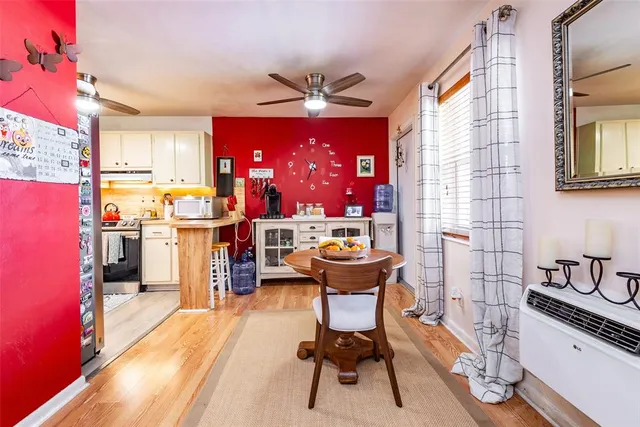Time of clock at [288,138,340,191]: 4:33
